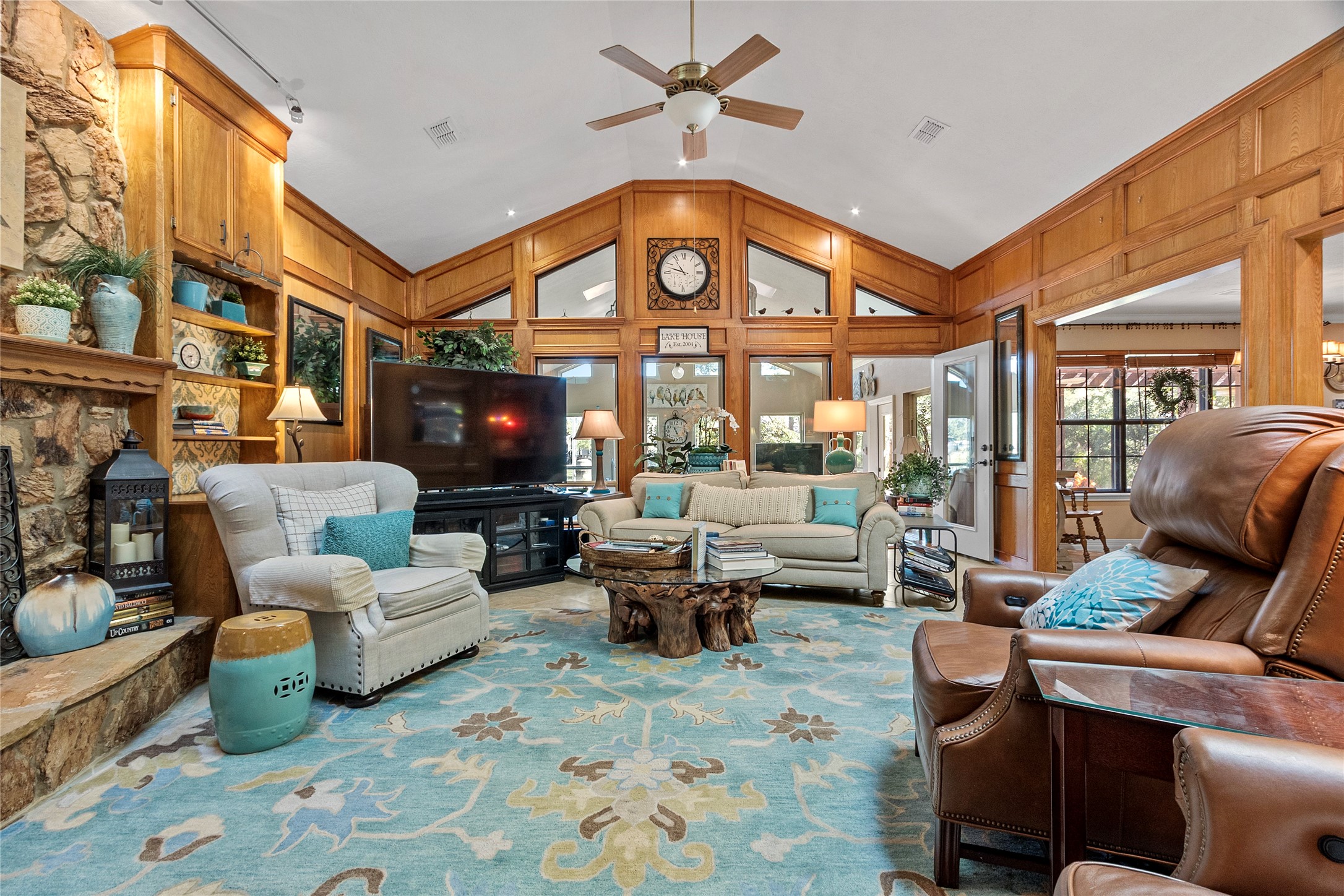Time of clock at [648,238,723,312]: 10:48
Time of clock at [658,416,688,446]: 5:26
